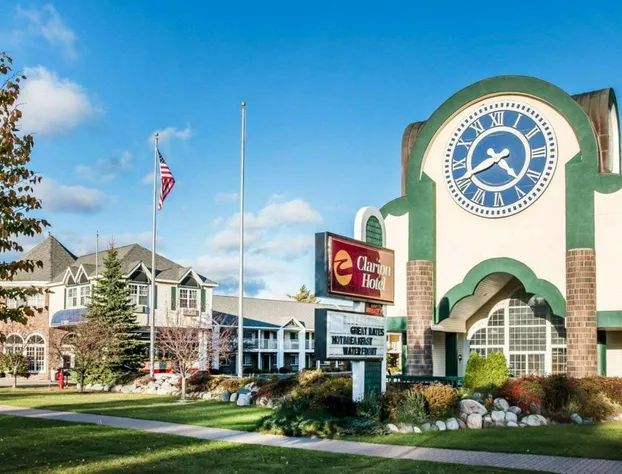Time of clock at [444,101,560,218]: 4:41
